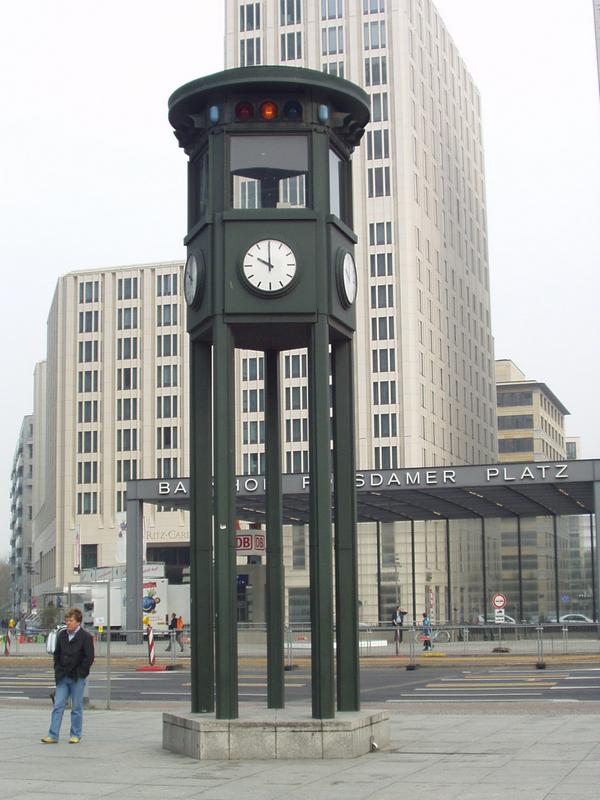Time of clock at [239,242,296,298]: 9:59
